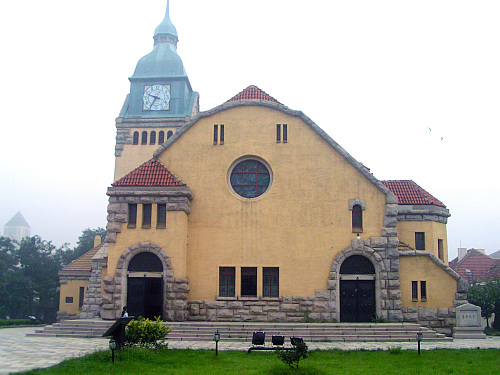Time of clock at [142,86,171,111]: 9:35
